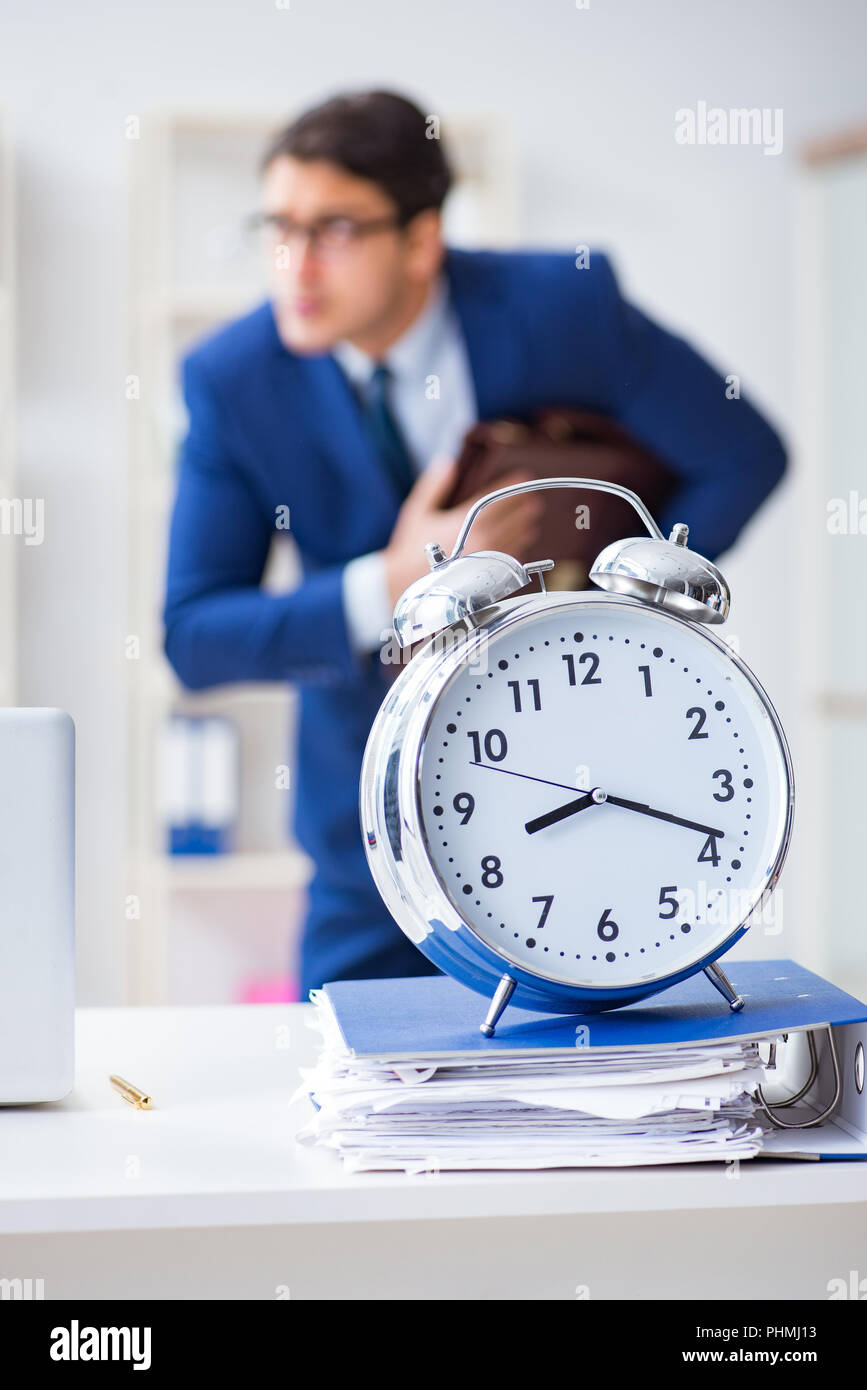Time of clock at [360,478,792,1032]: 8:18
